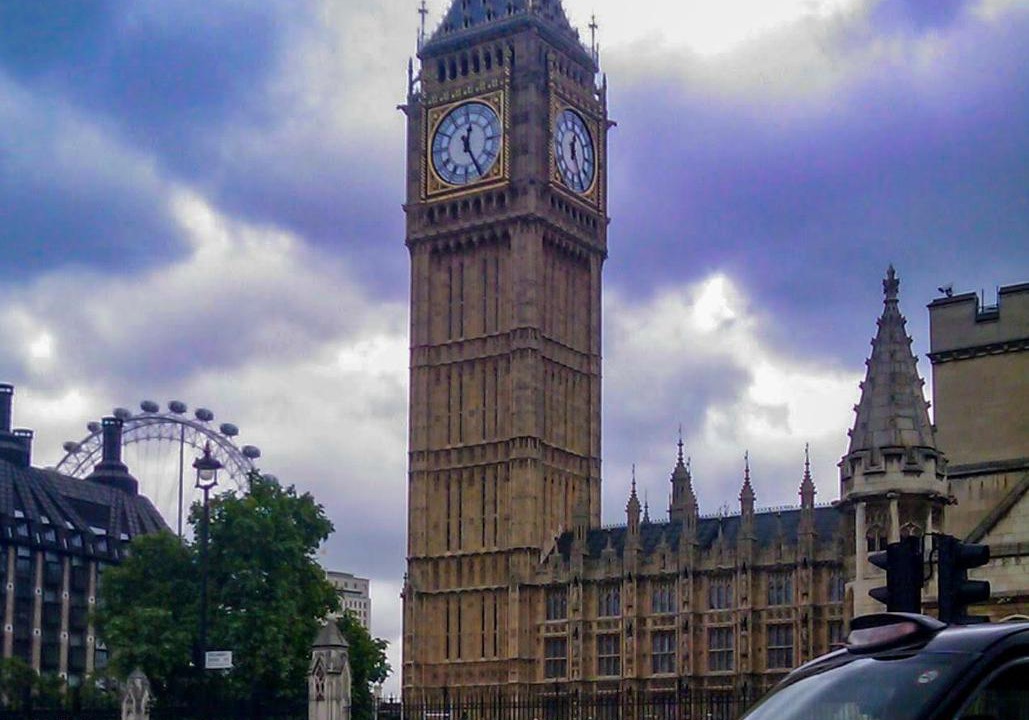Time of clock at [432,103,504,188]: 12:25
